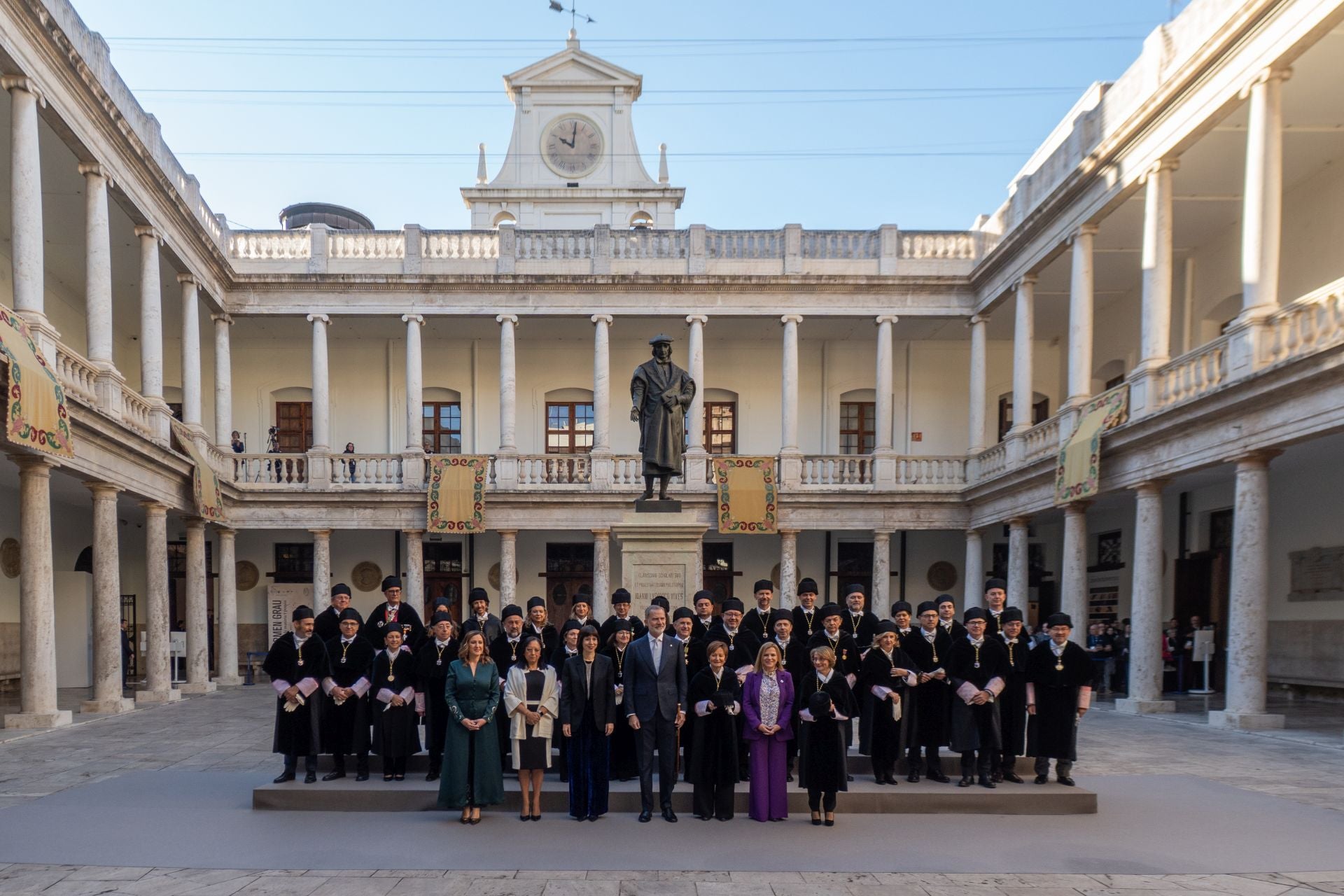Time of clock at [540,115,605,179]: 10:01
